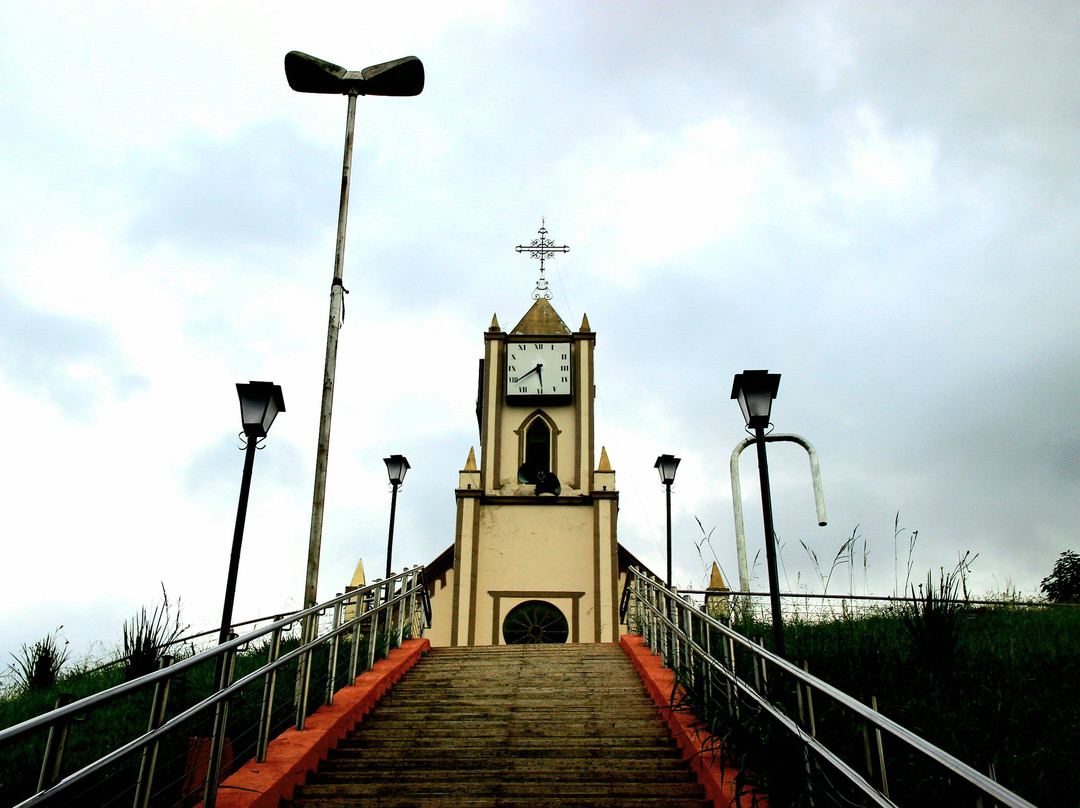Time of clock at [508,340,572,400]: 5:38
